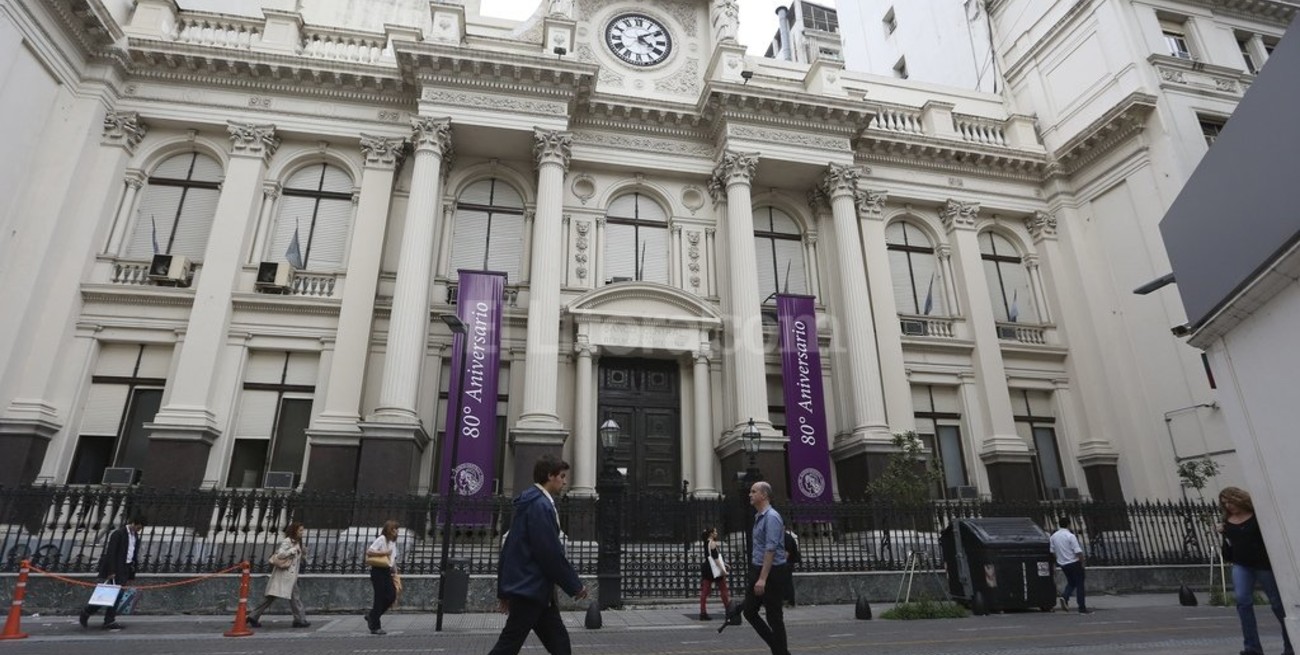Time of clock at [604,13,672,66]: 4:09
